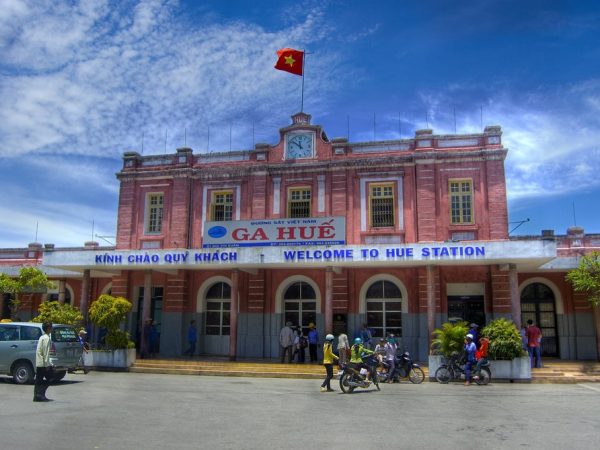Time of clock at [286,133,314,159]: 11:51
